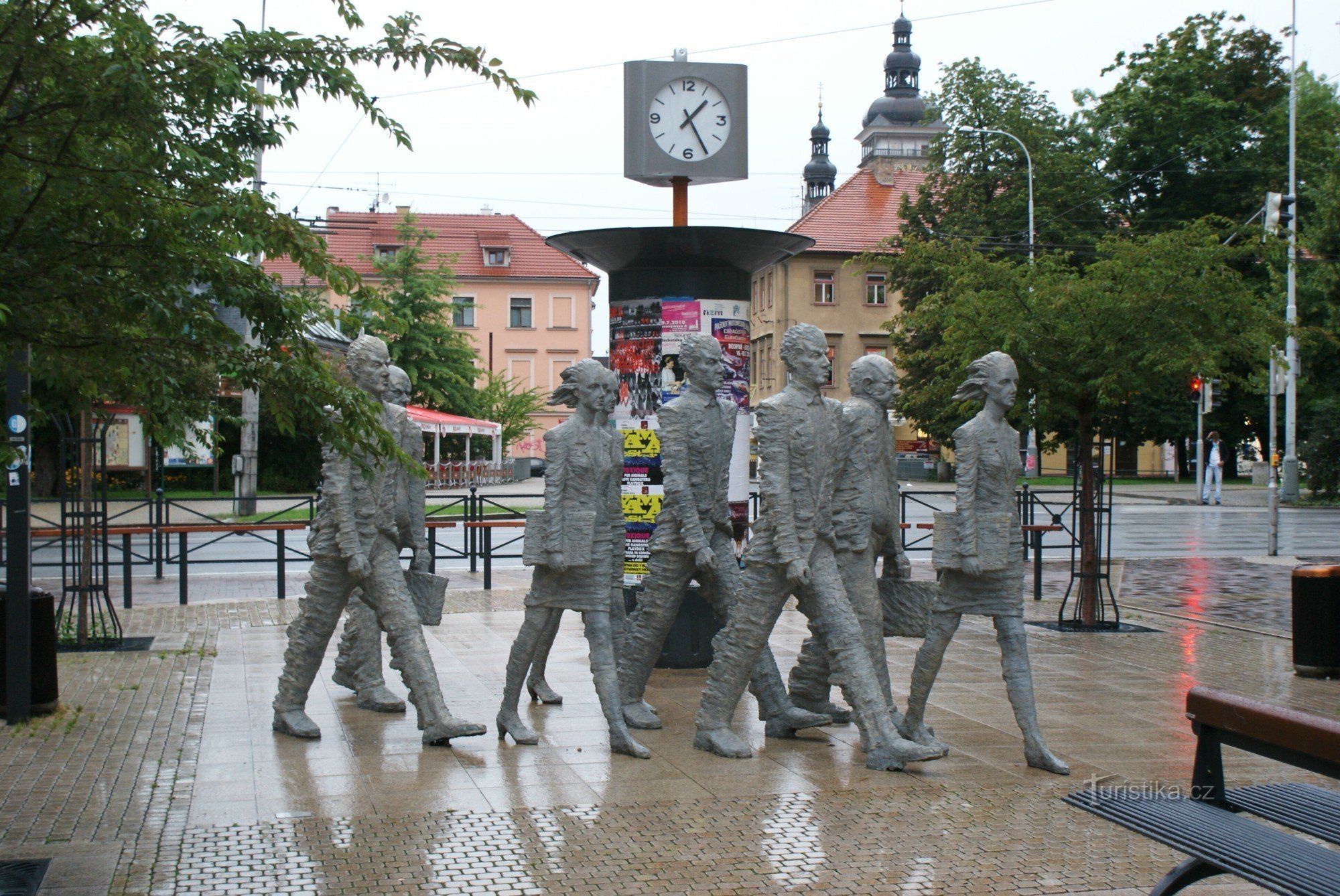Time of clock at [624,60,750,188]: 1:24
